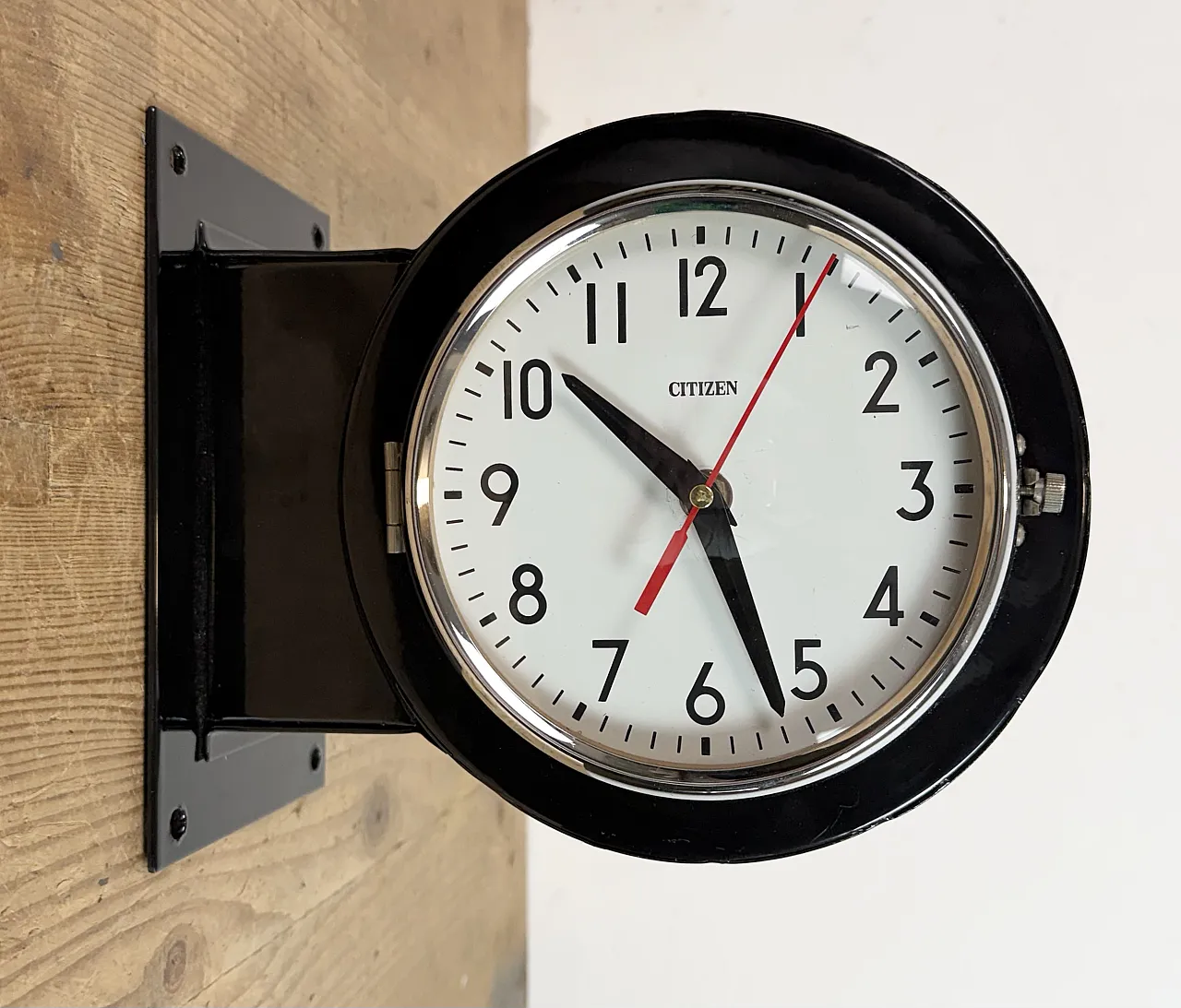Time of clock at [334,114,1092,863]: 10:26
